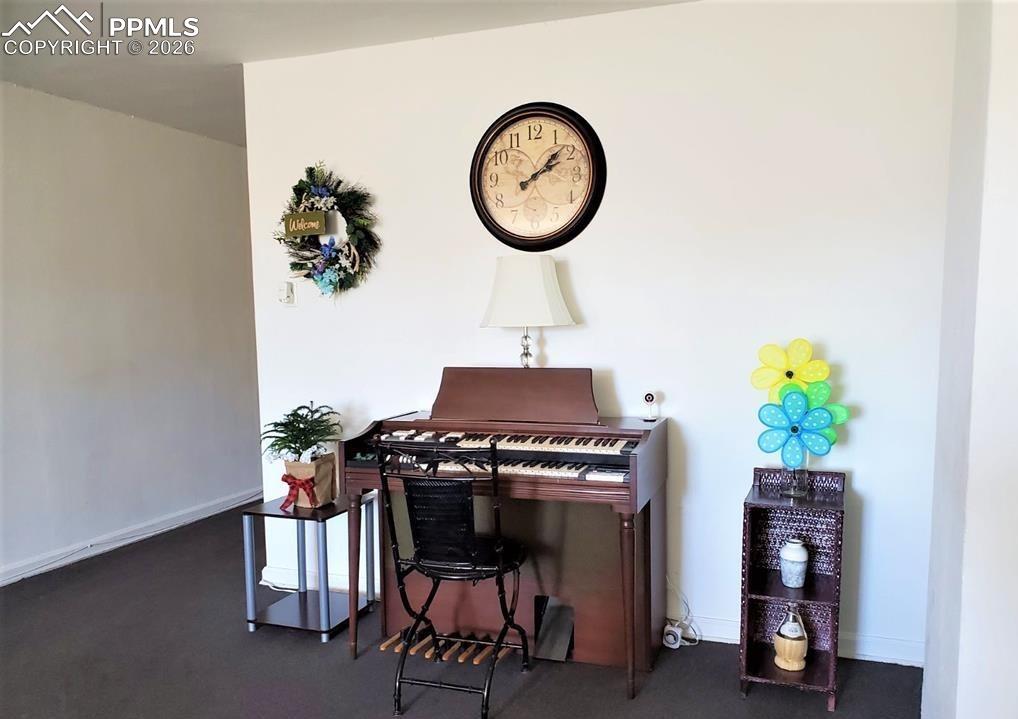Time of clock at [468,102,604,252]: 2:07
